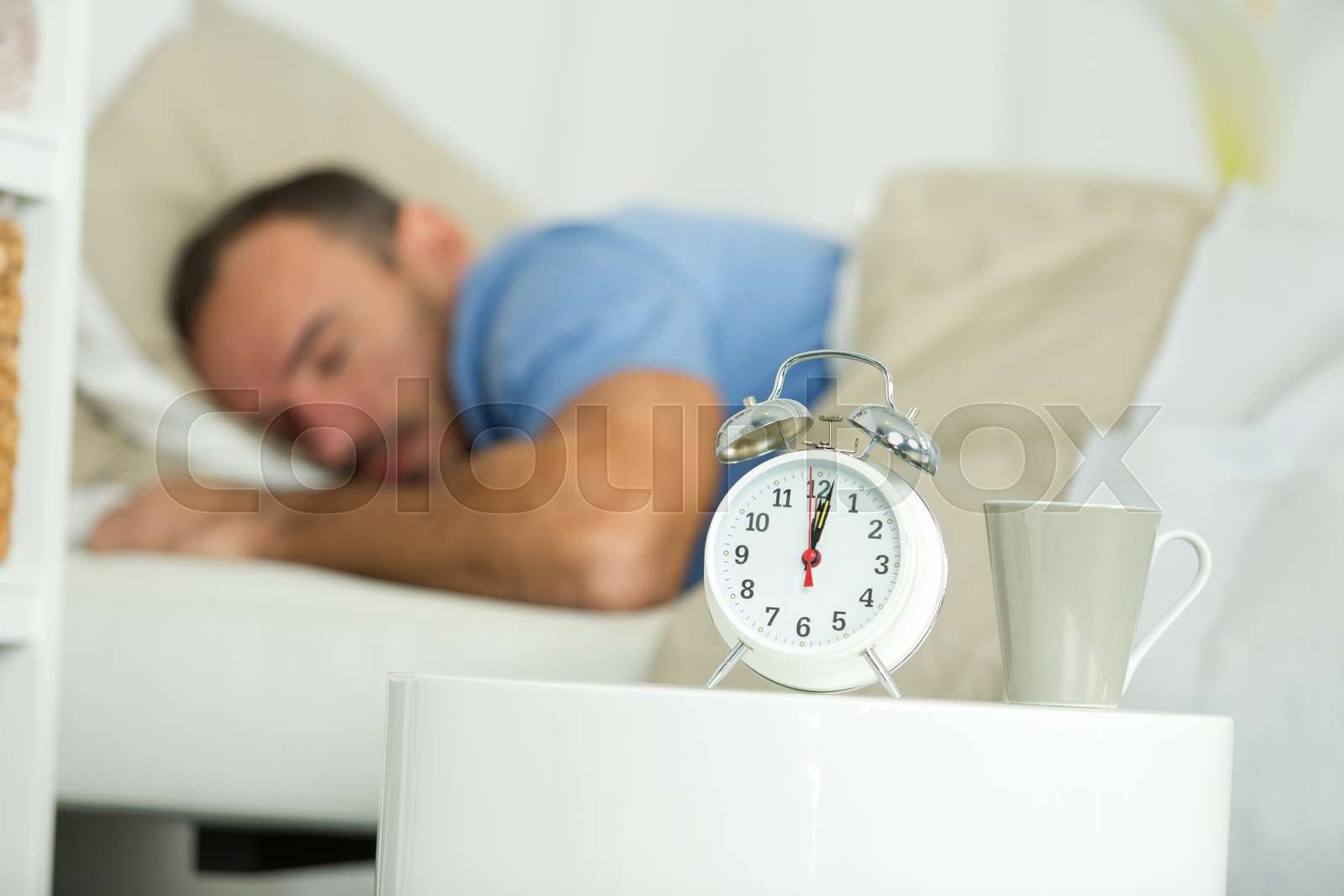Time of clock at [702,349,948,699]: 12:01
